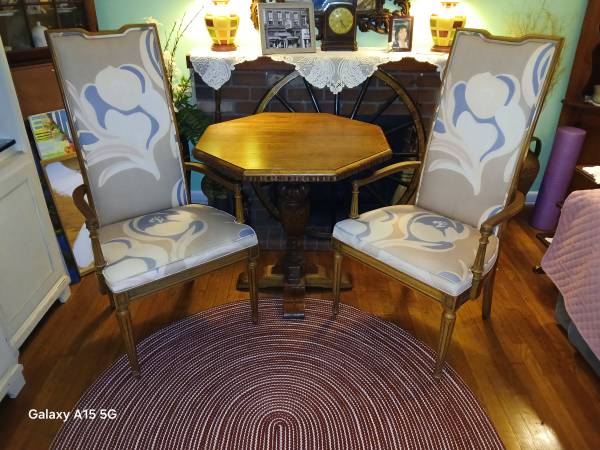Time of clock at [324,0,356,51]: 4:42
